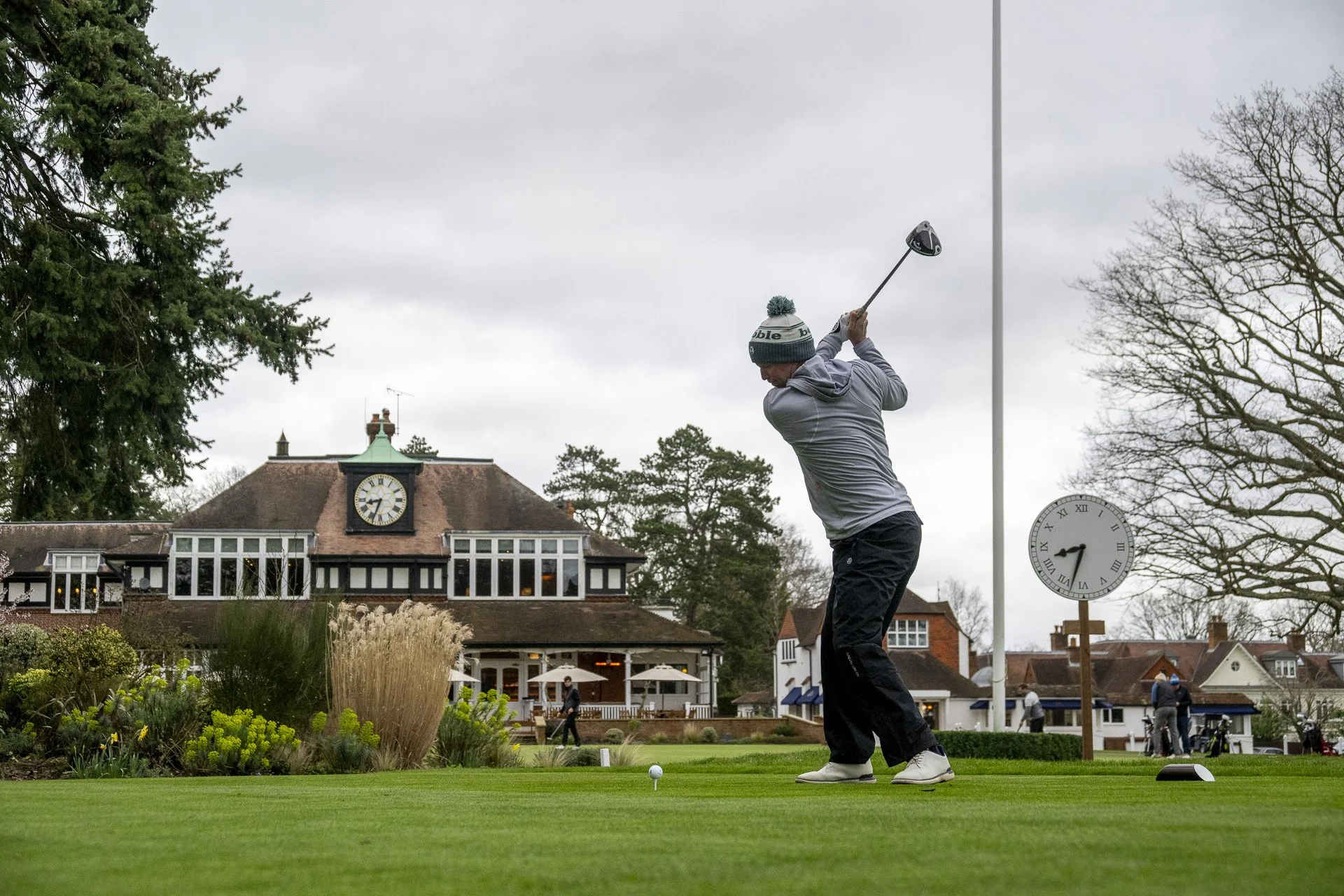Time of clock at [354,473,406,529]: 8:33
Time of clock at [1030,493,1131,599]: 8:32
